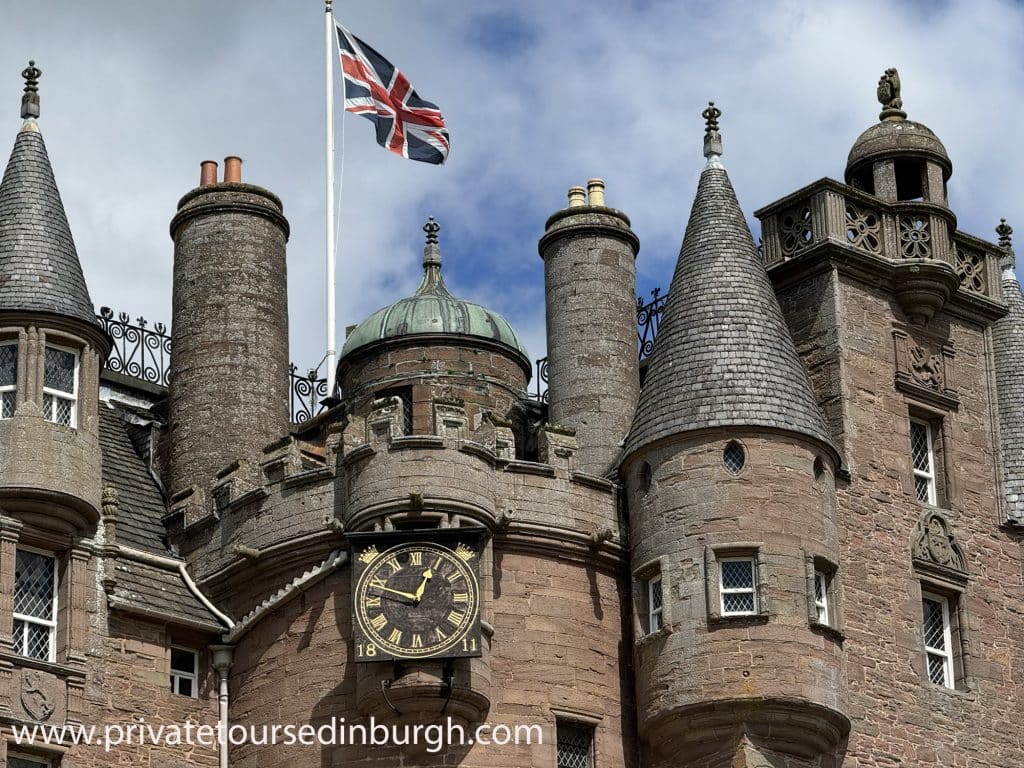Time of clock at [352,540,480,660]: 12:48
